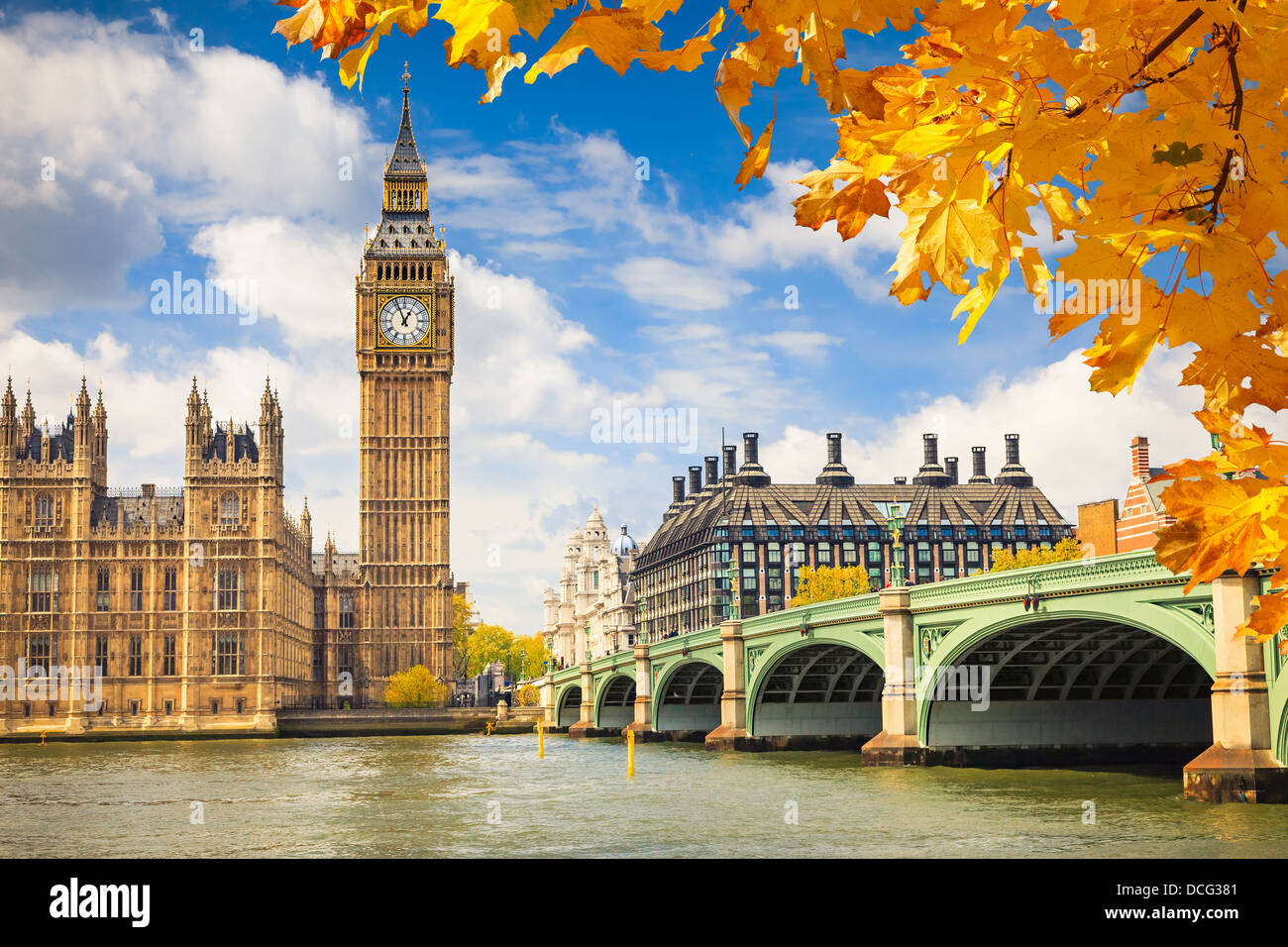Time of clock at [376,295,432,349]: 12:56
